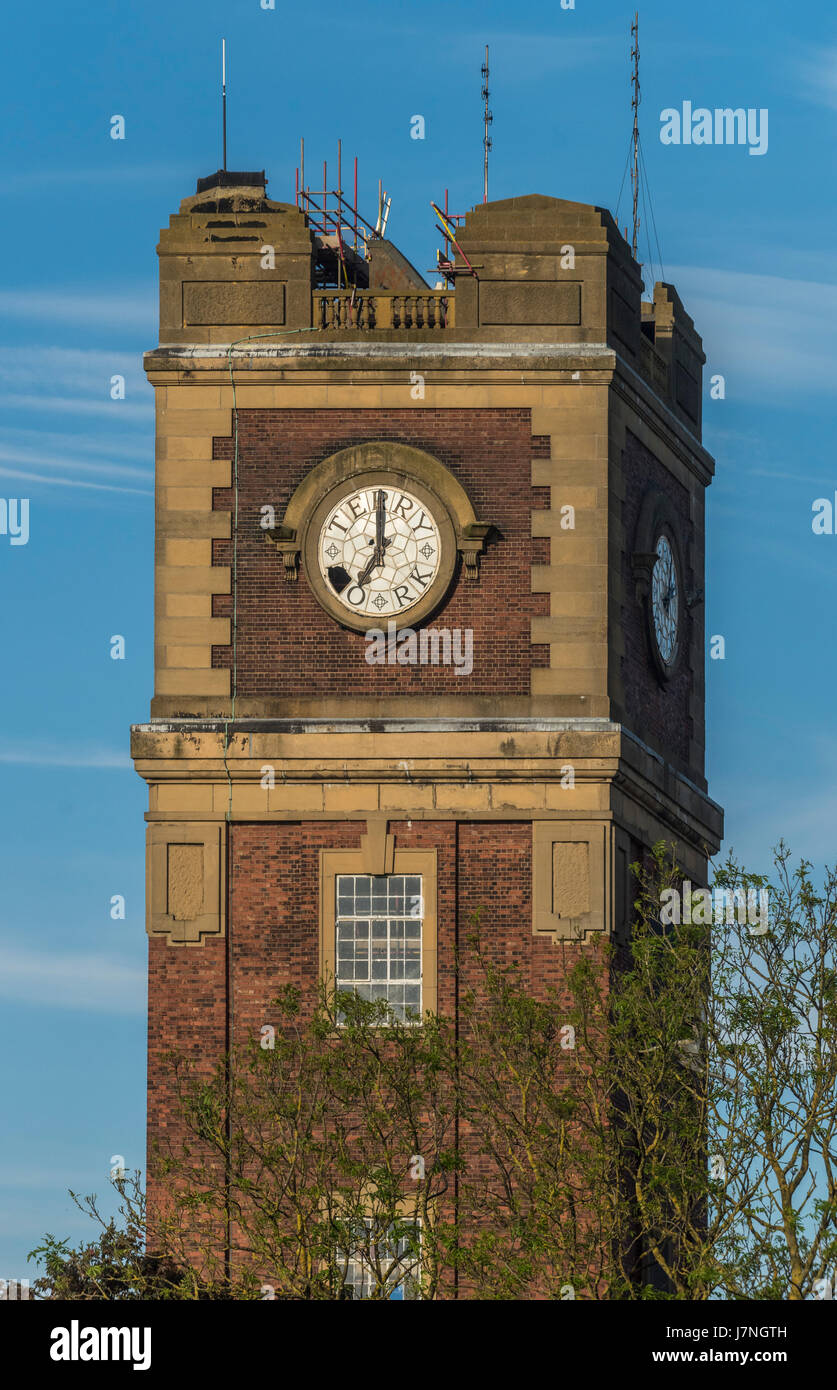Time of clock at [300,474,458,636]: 7:00
